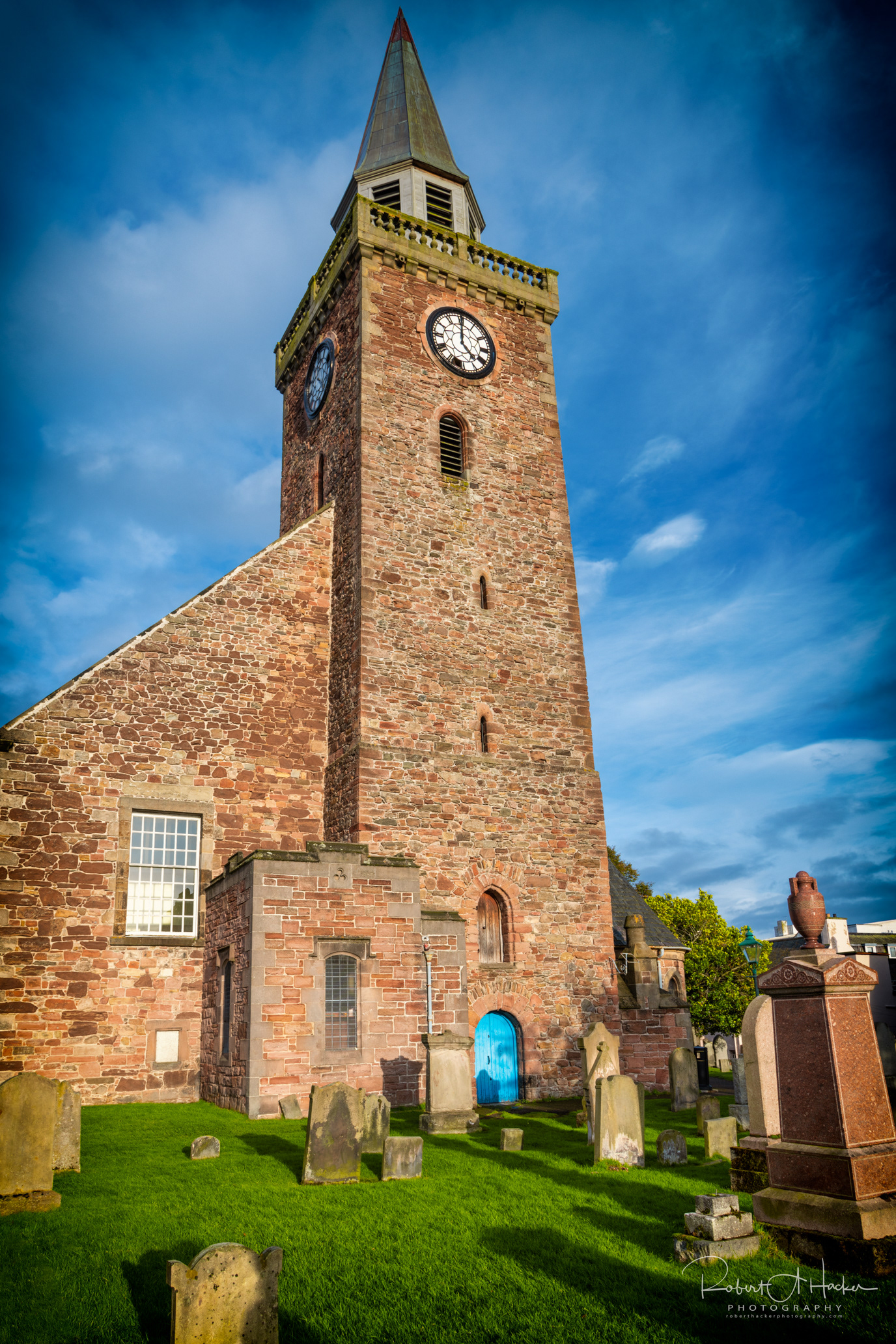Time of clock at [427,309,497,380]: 4:00
